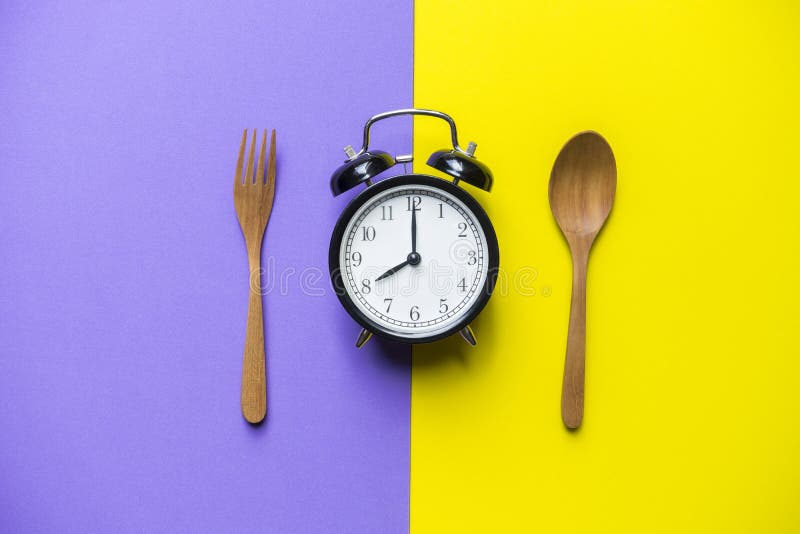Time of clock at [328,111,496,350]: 8:00
